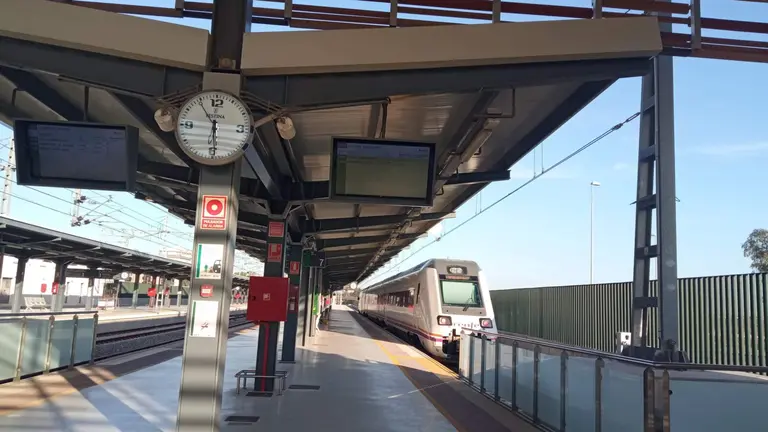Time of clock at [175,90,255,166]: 5:54
